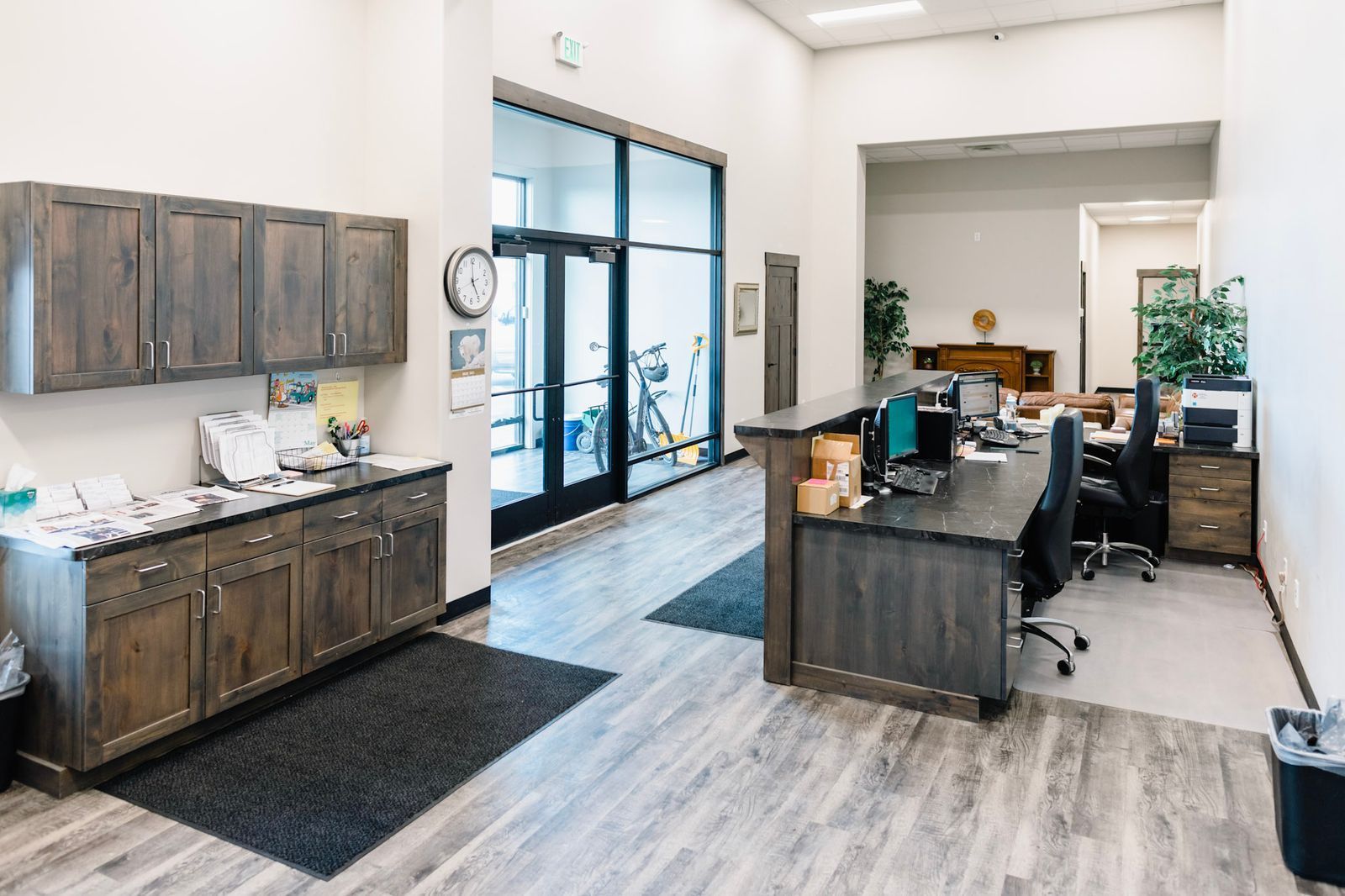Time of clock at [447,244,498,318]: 4:59
